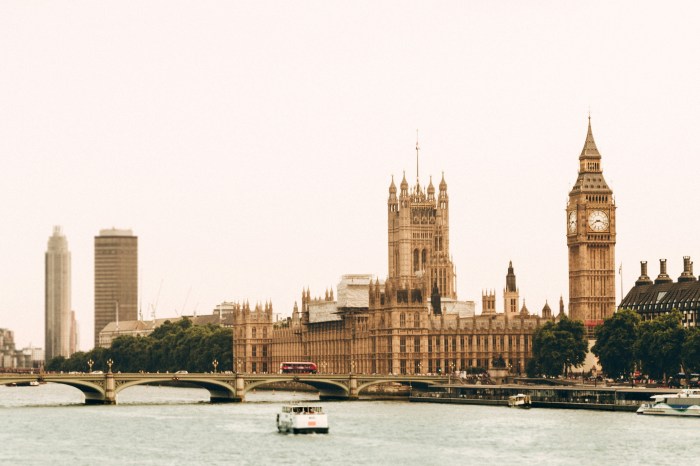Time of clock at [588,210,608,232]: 8:17
